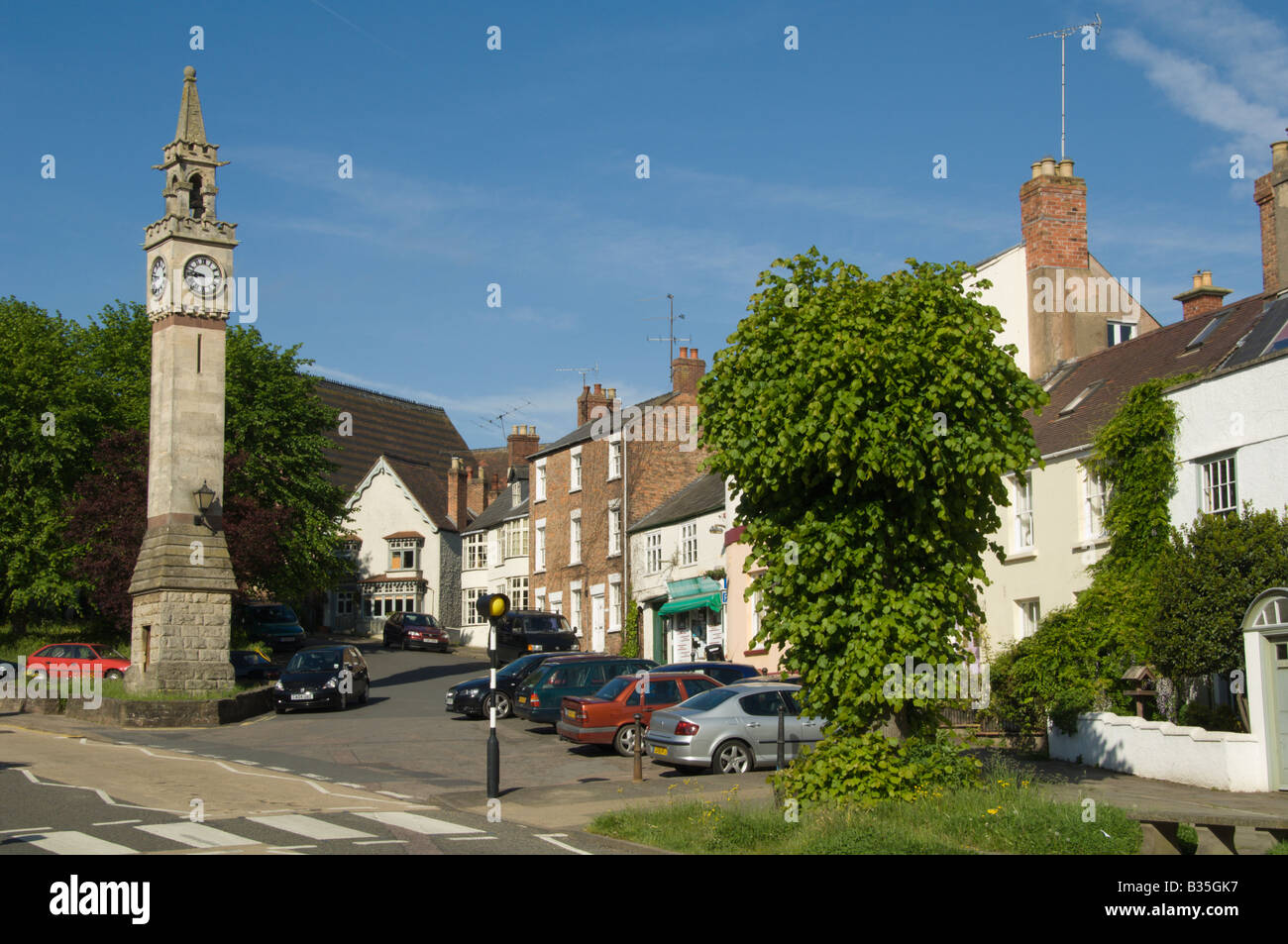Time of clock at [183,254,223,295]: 8:47
